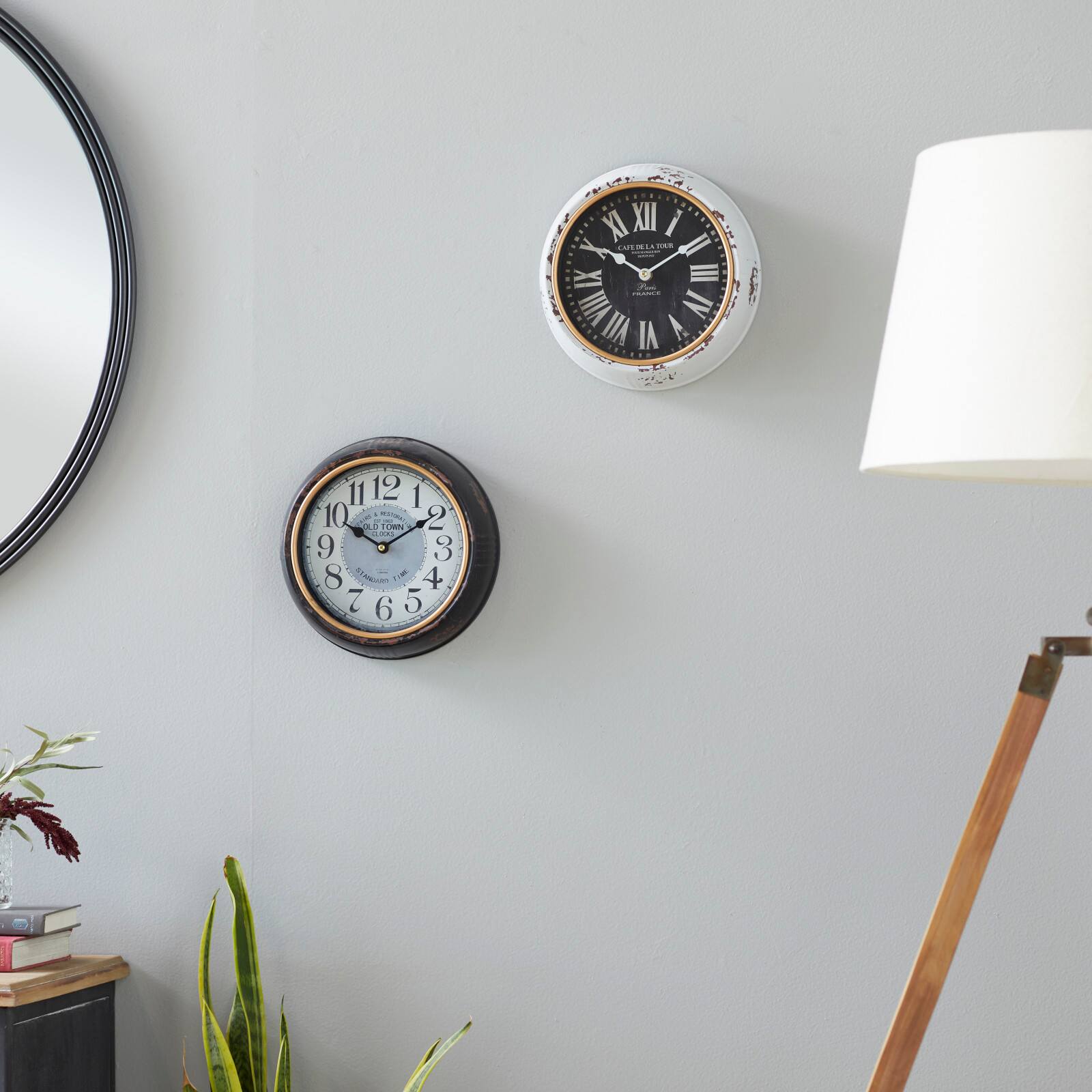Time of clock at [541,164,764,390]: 10:09
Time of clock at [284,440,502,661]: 10:09
